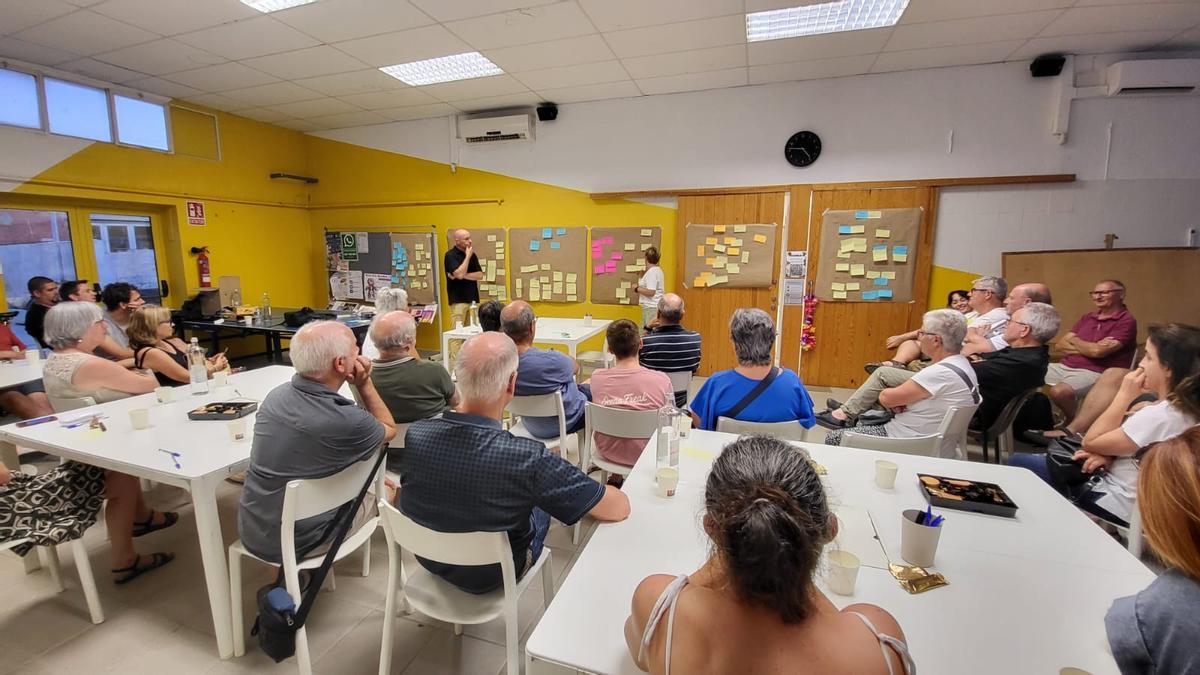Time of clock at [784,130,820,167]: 4:46
